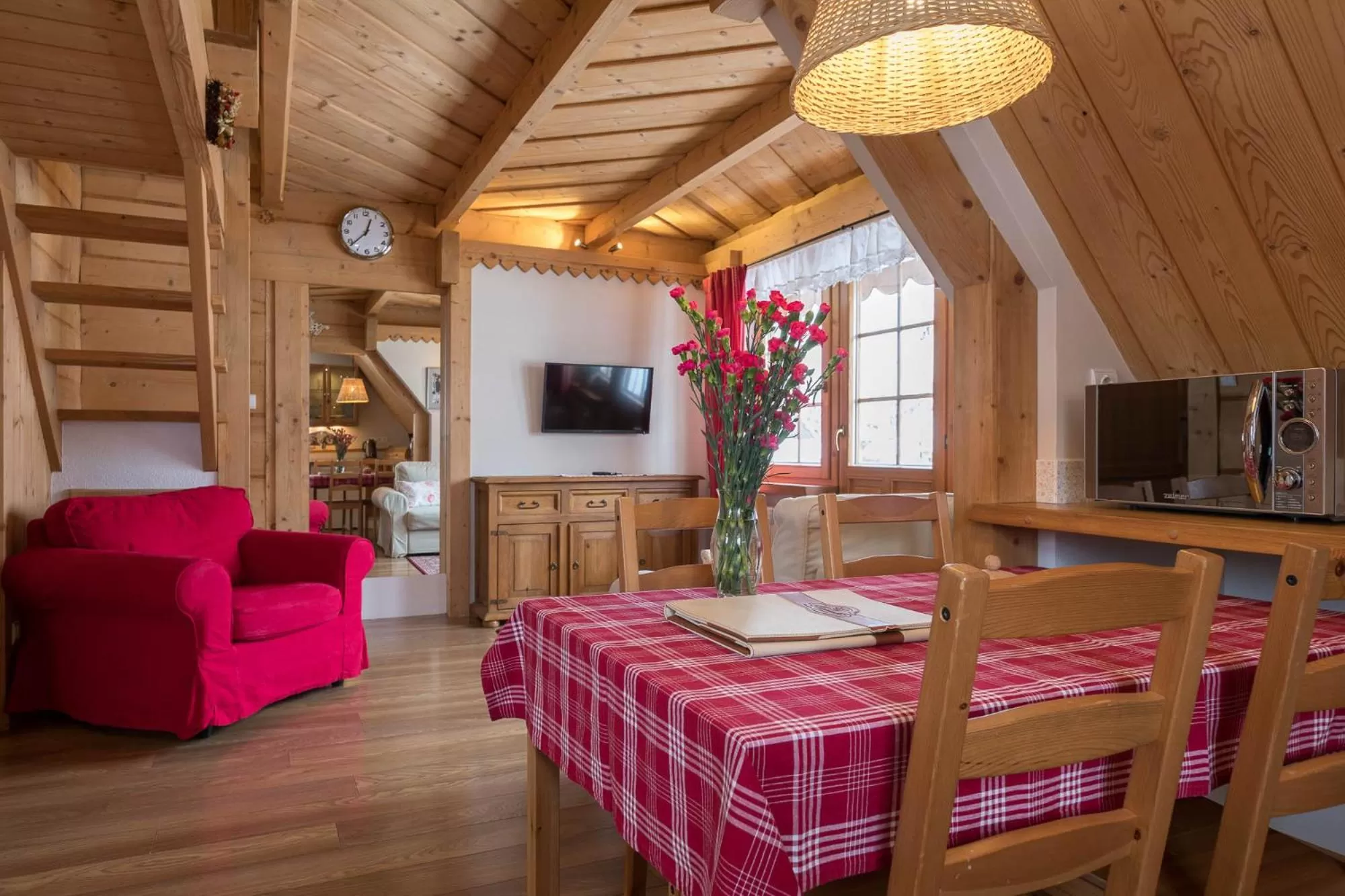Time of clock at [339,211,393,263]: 12:38
